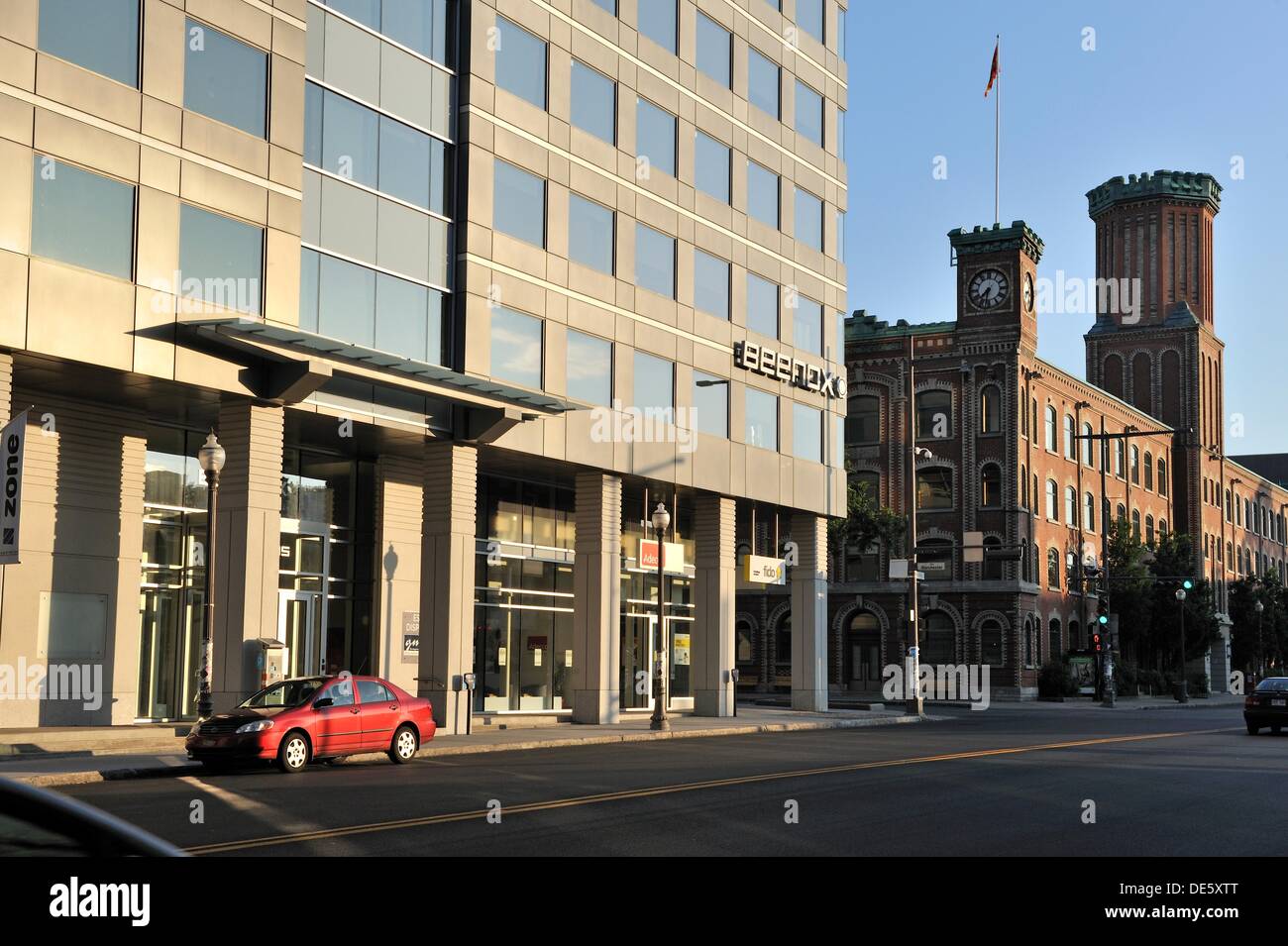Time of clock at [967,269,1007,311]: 7:32
